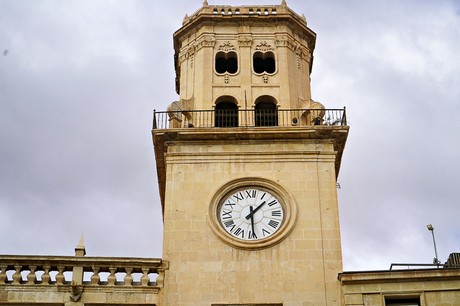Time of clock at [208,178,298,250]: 1:29
